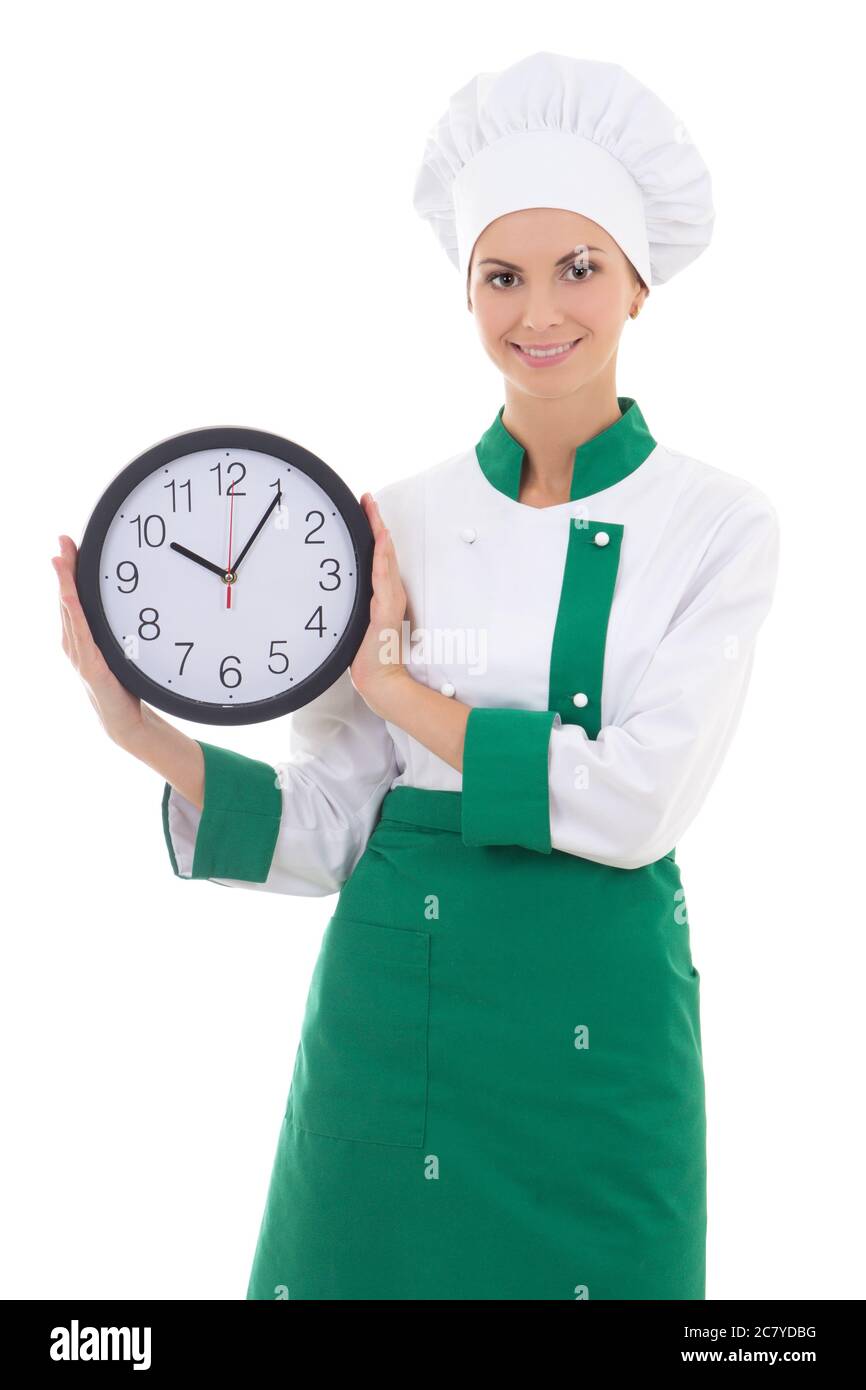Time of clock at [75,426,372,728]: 10:05
